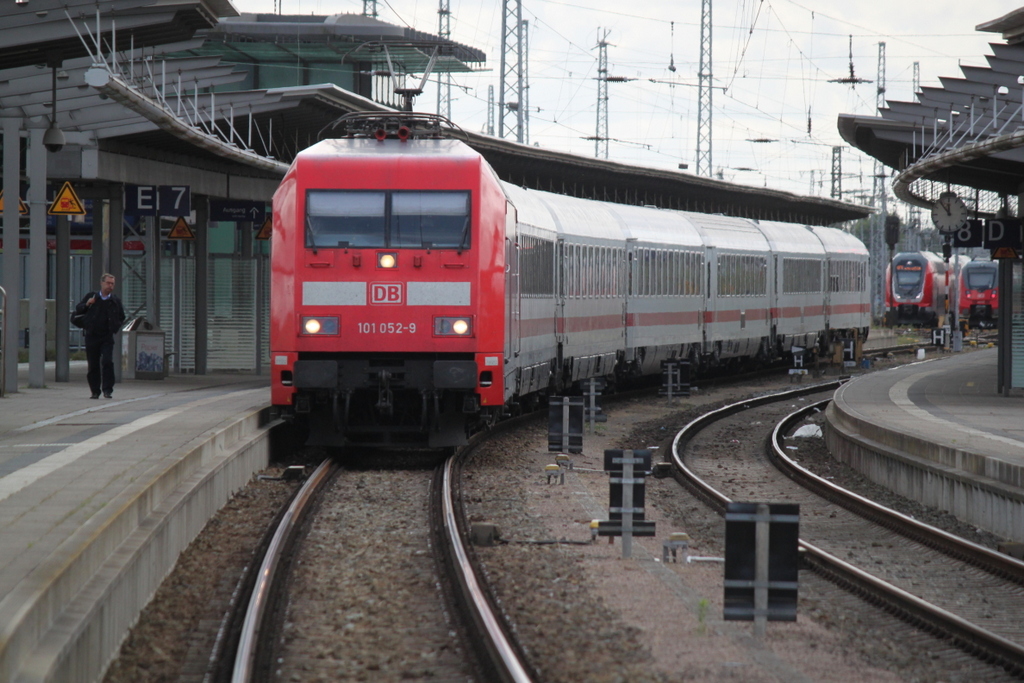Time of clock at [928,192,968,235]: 11:53
